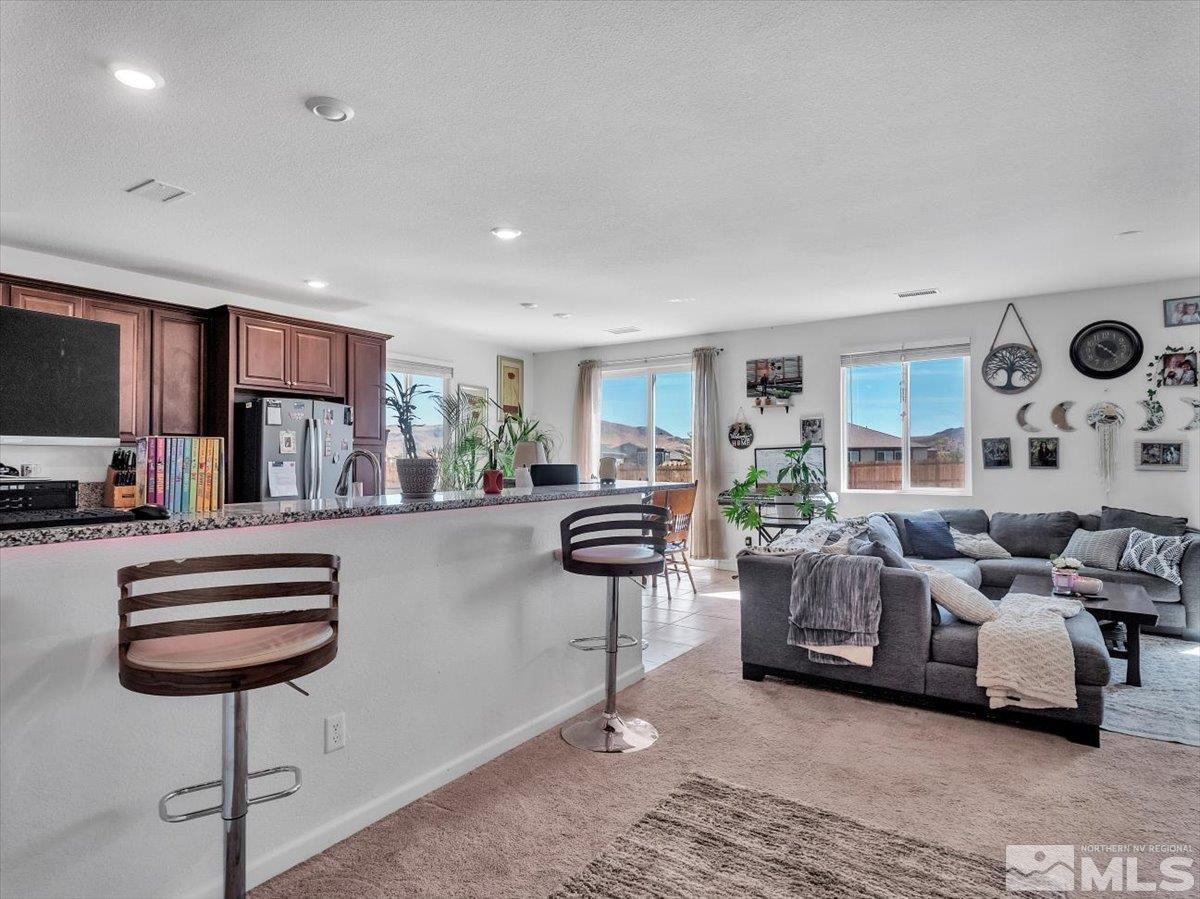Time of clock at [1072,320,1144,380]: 10:23
